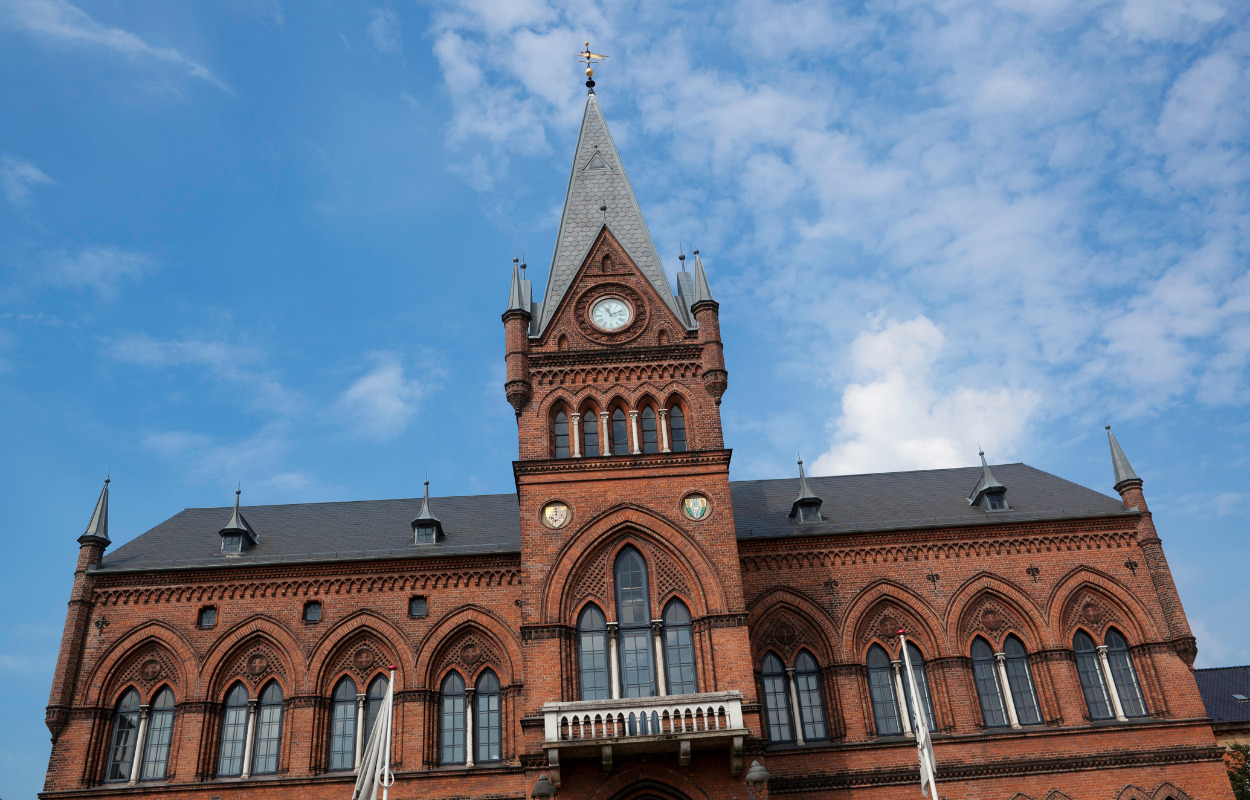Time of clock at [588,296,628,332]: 11:11
